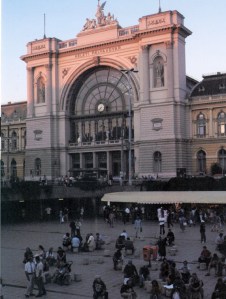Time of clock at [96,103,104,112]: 7:37
